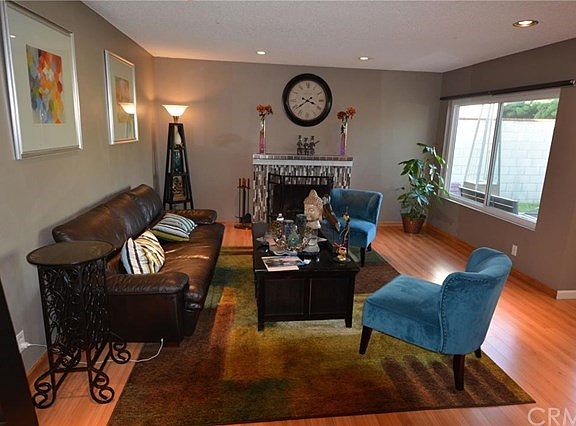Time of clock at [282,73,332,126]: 3:39
